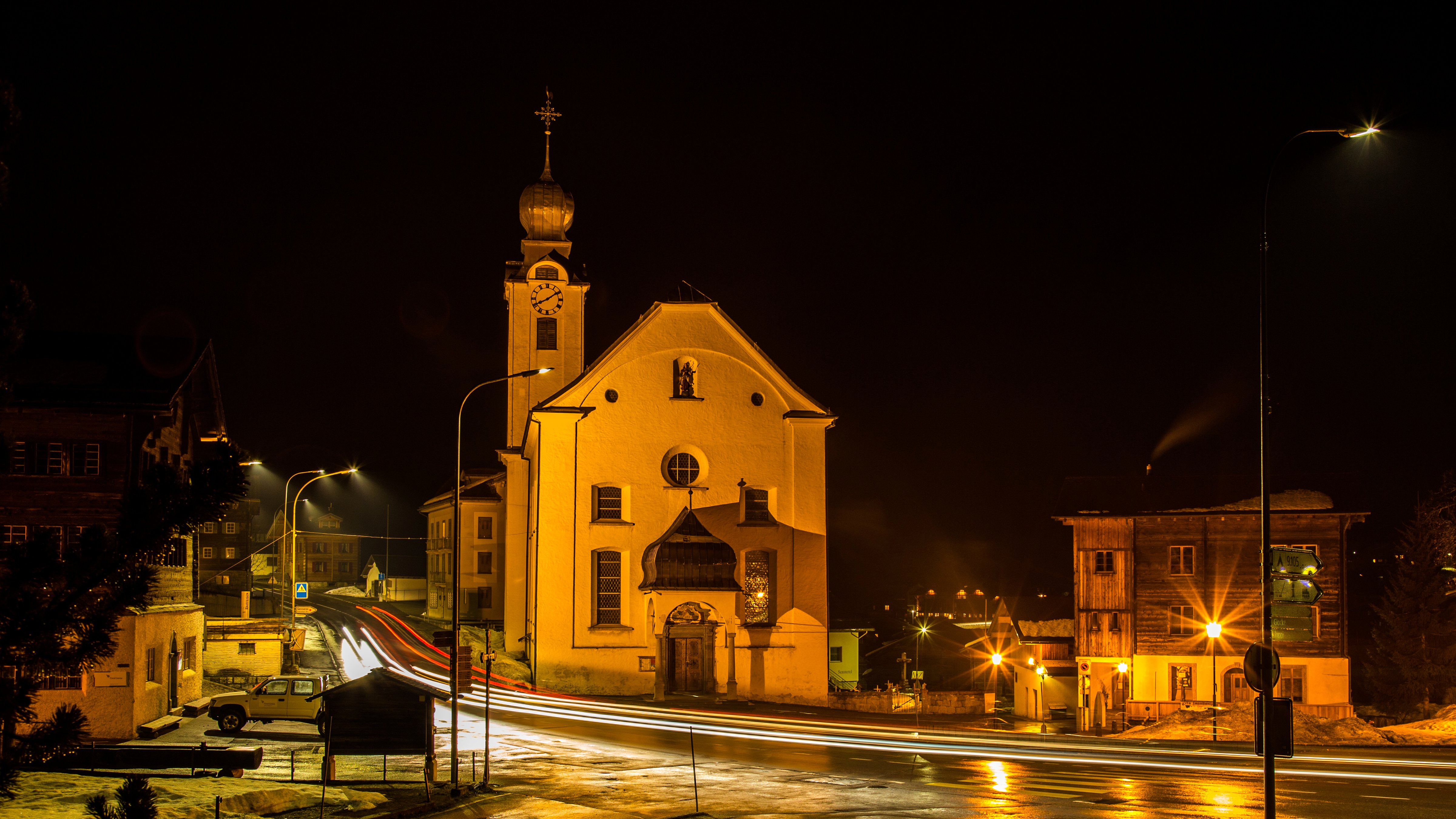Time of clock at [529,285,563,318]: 8:09
